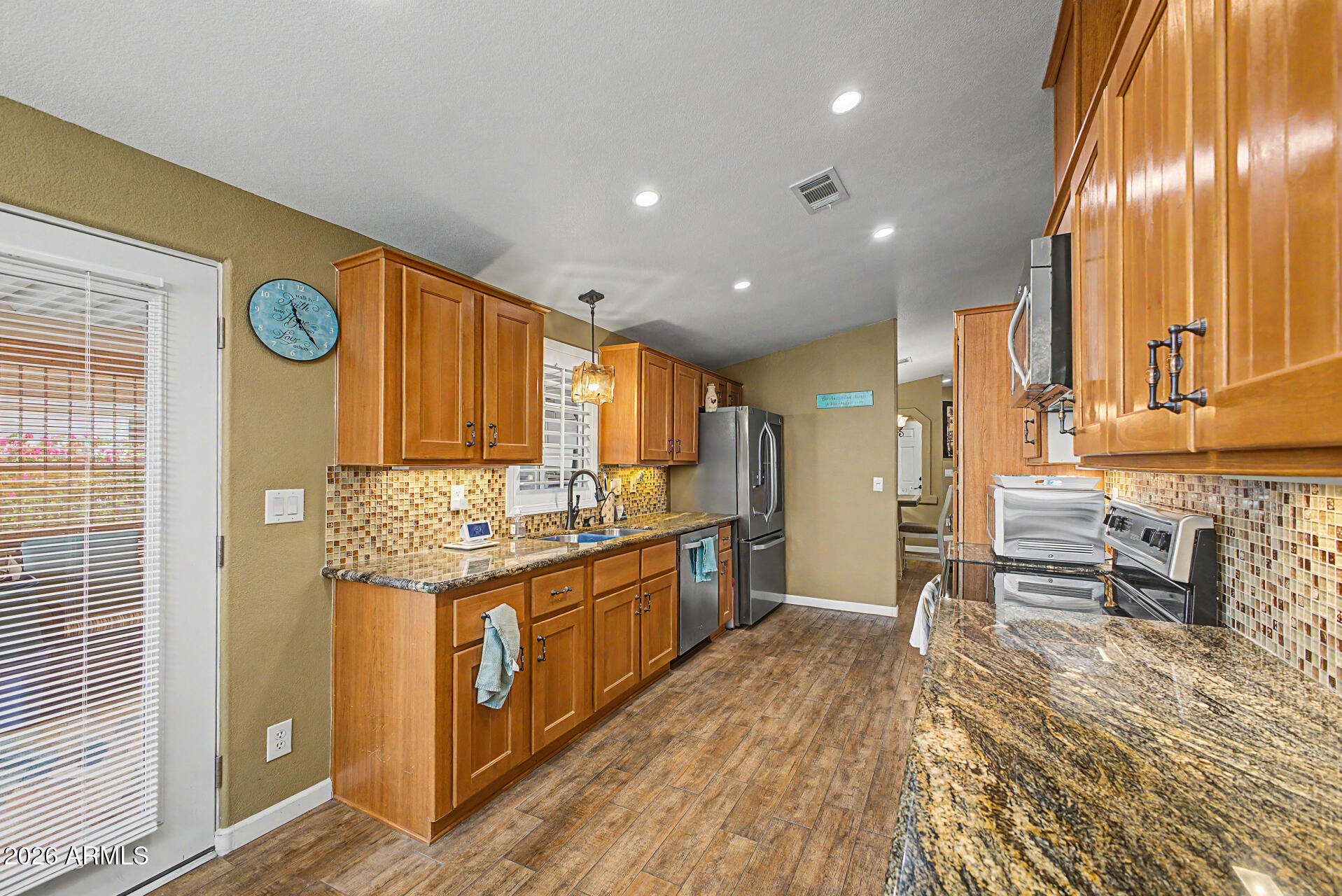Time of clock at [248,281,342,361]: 11:22
